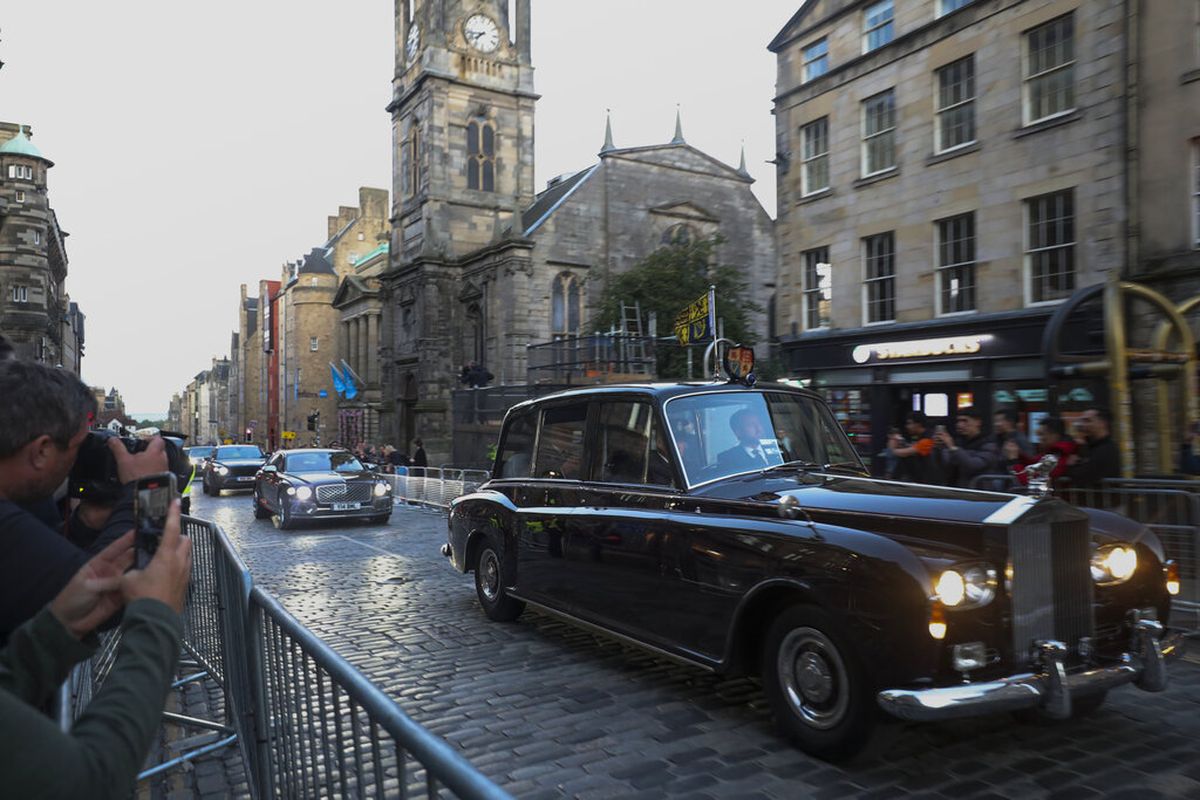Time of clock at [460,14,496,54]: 7:42
